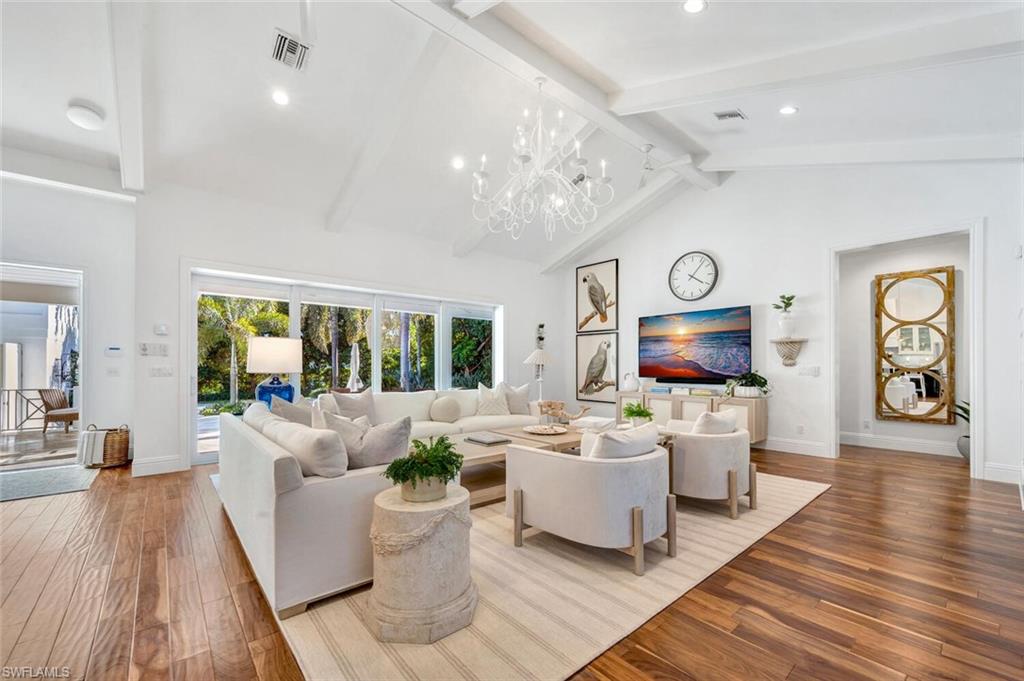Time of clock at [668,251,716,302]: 4:06
